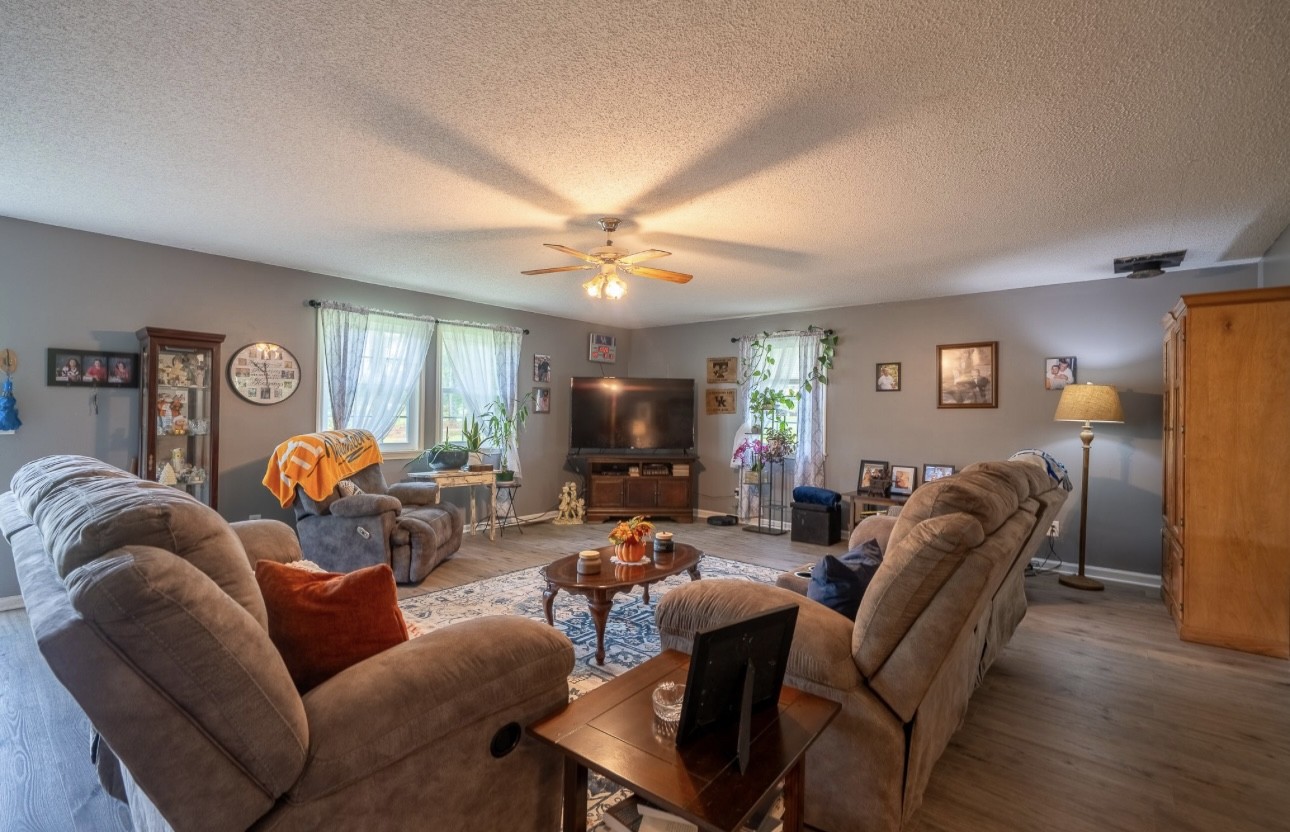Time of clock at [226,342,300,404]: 10:28
